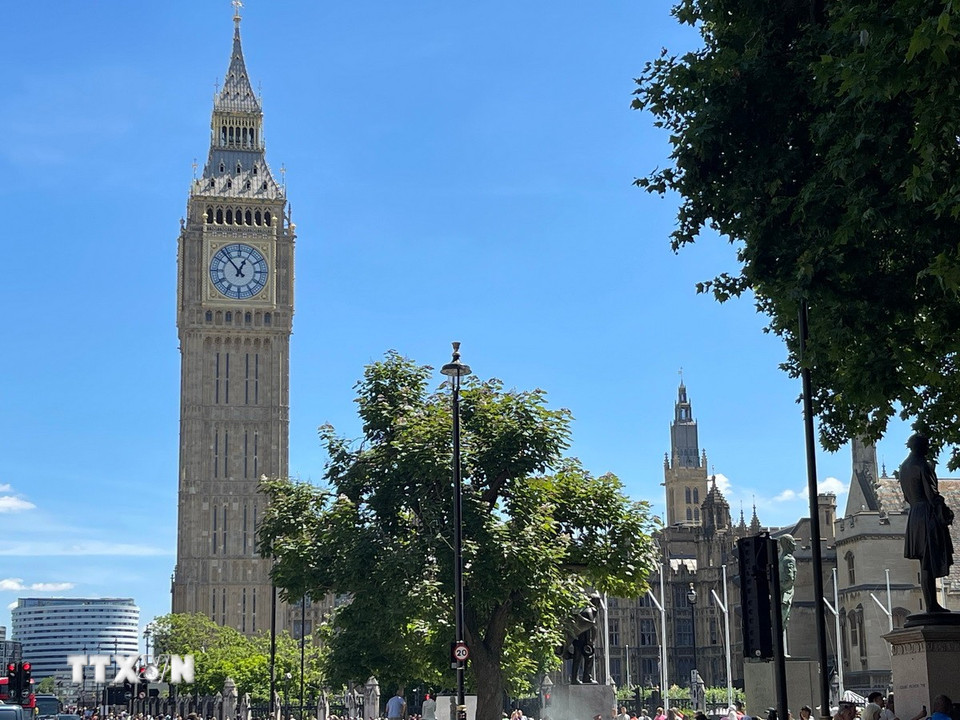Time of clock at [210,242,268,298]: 12:53
